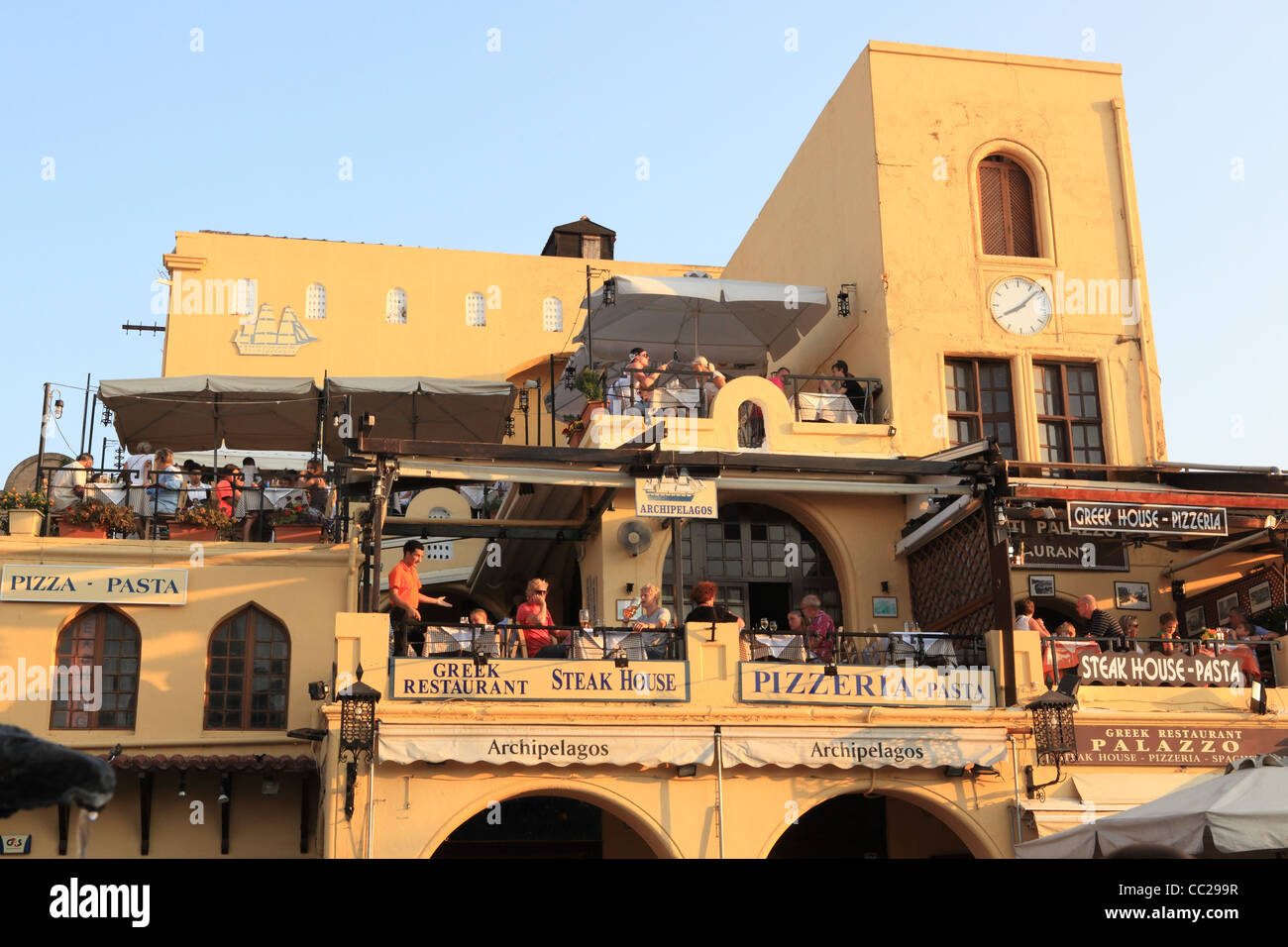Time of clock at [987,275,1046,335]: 8:07
